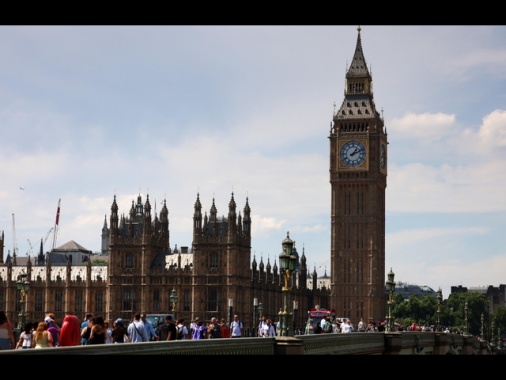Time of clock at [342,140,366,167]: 1:11
